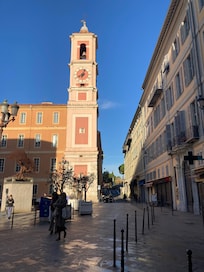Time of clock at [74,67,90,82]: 8:03
